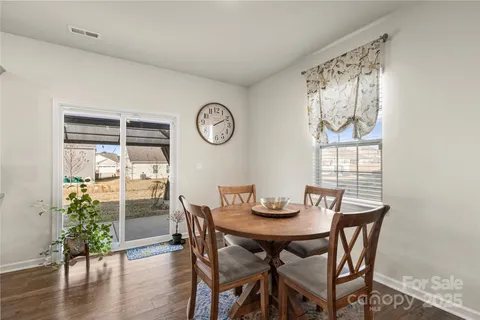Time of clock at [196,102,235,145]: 2:10
